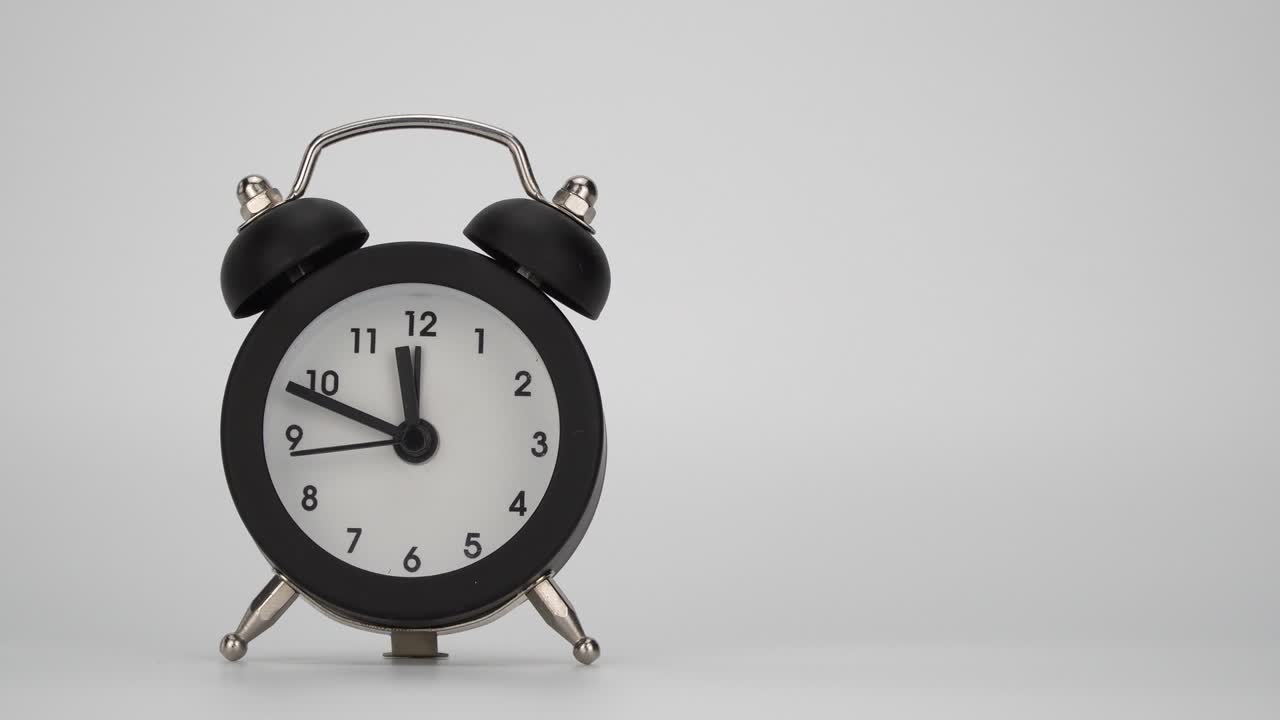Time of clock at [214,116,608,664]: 11:48
